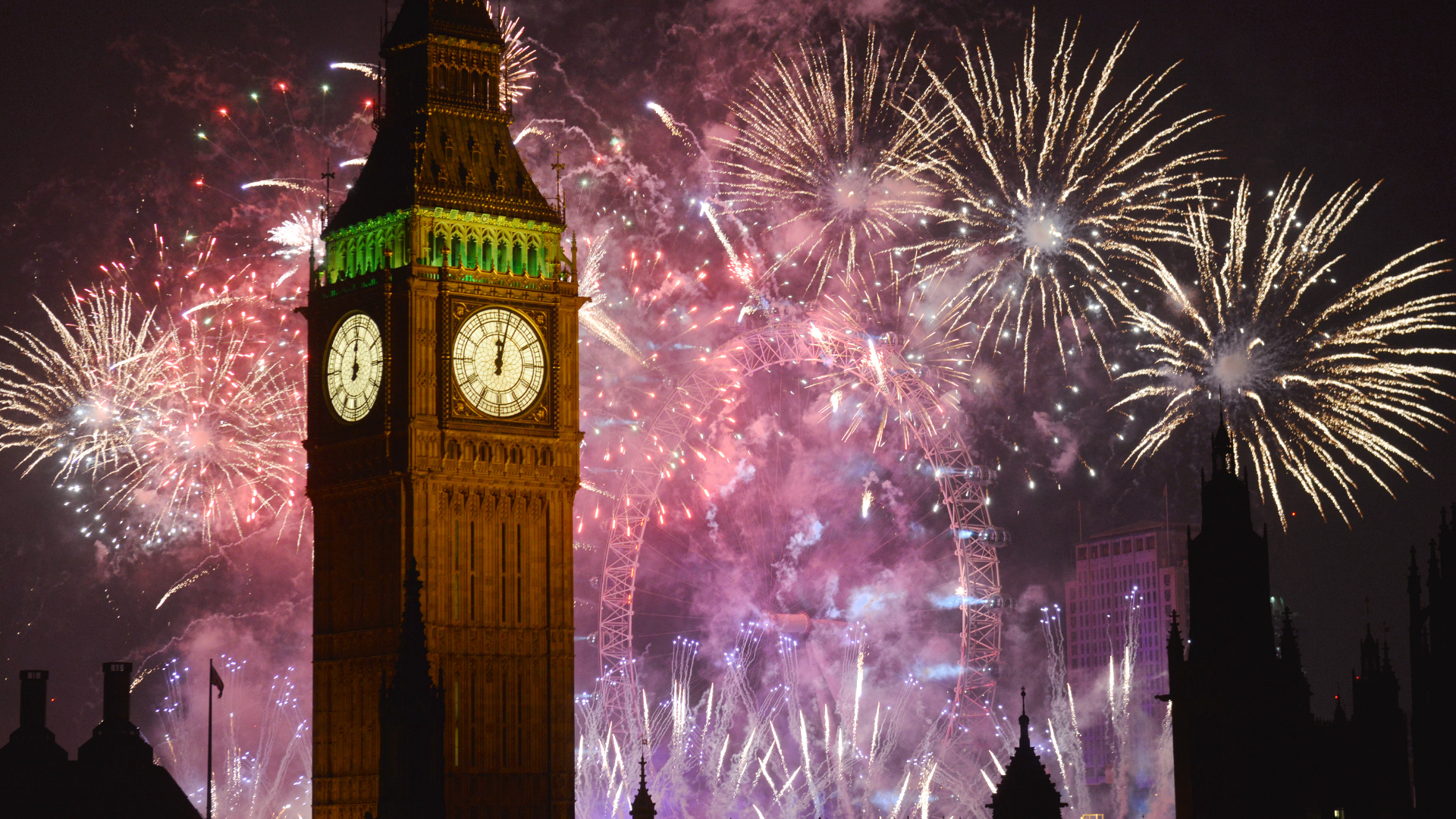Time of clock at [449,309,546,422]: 12:02
